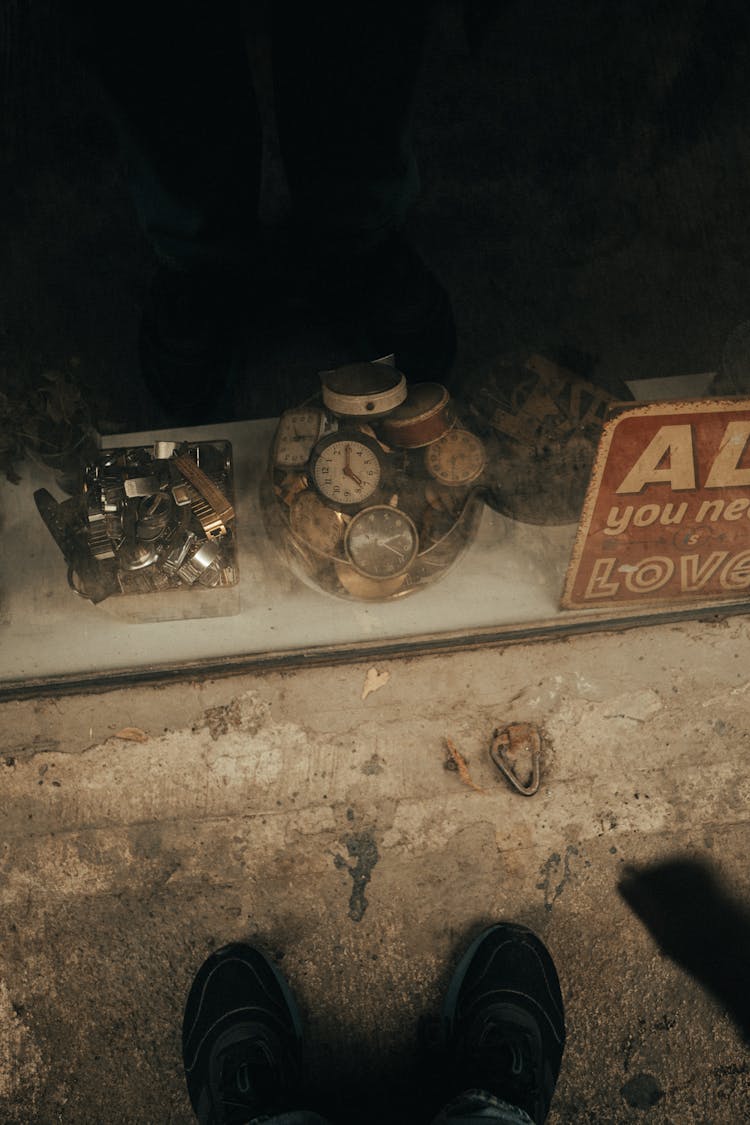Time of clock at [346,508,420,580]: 2:19
